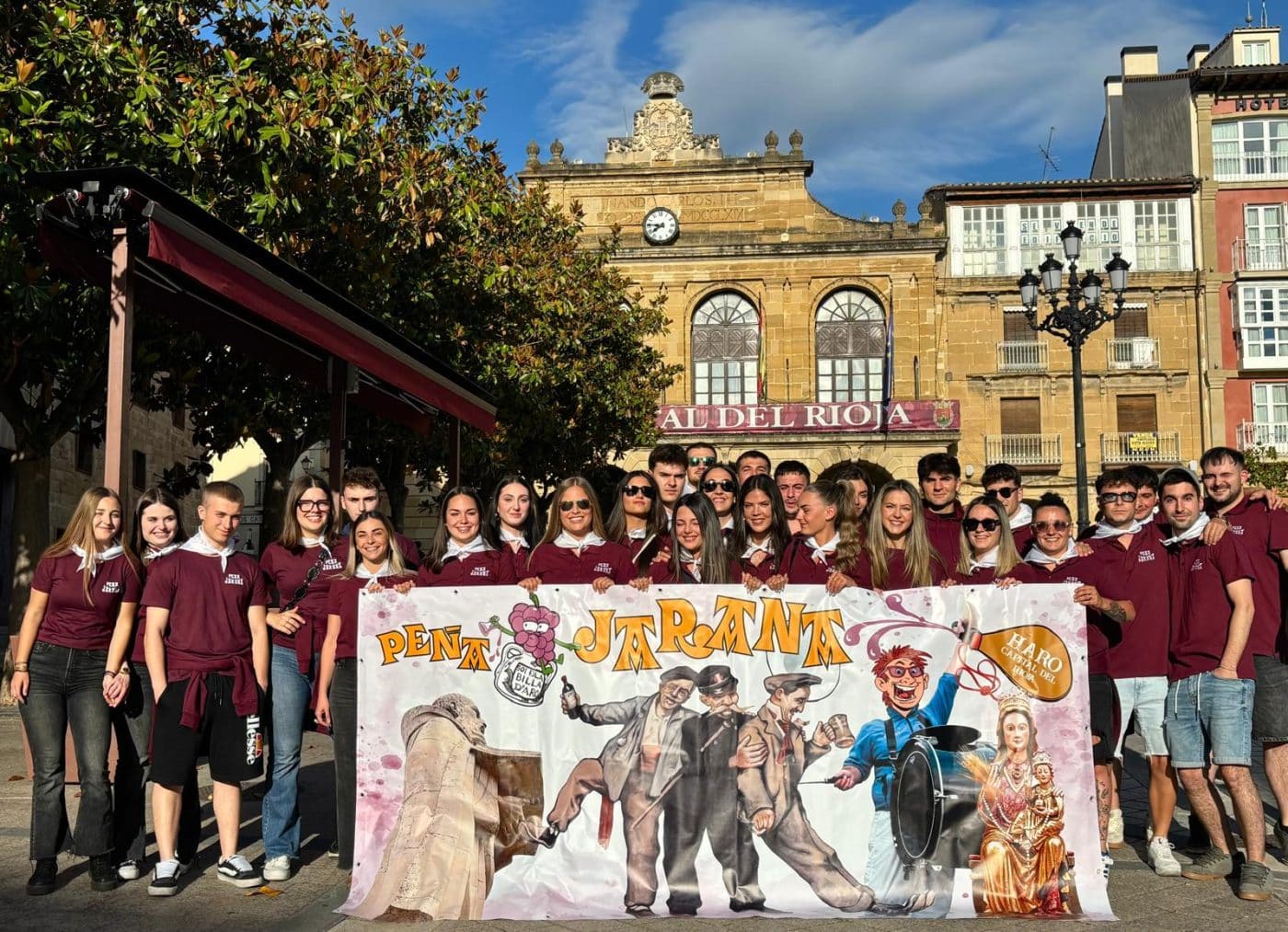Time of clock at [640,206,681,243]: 7:46
